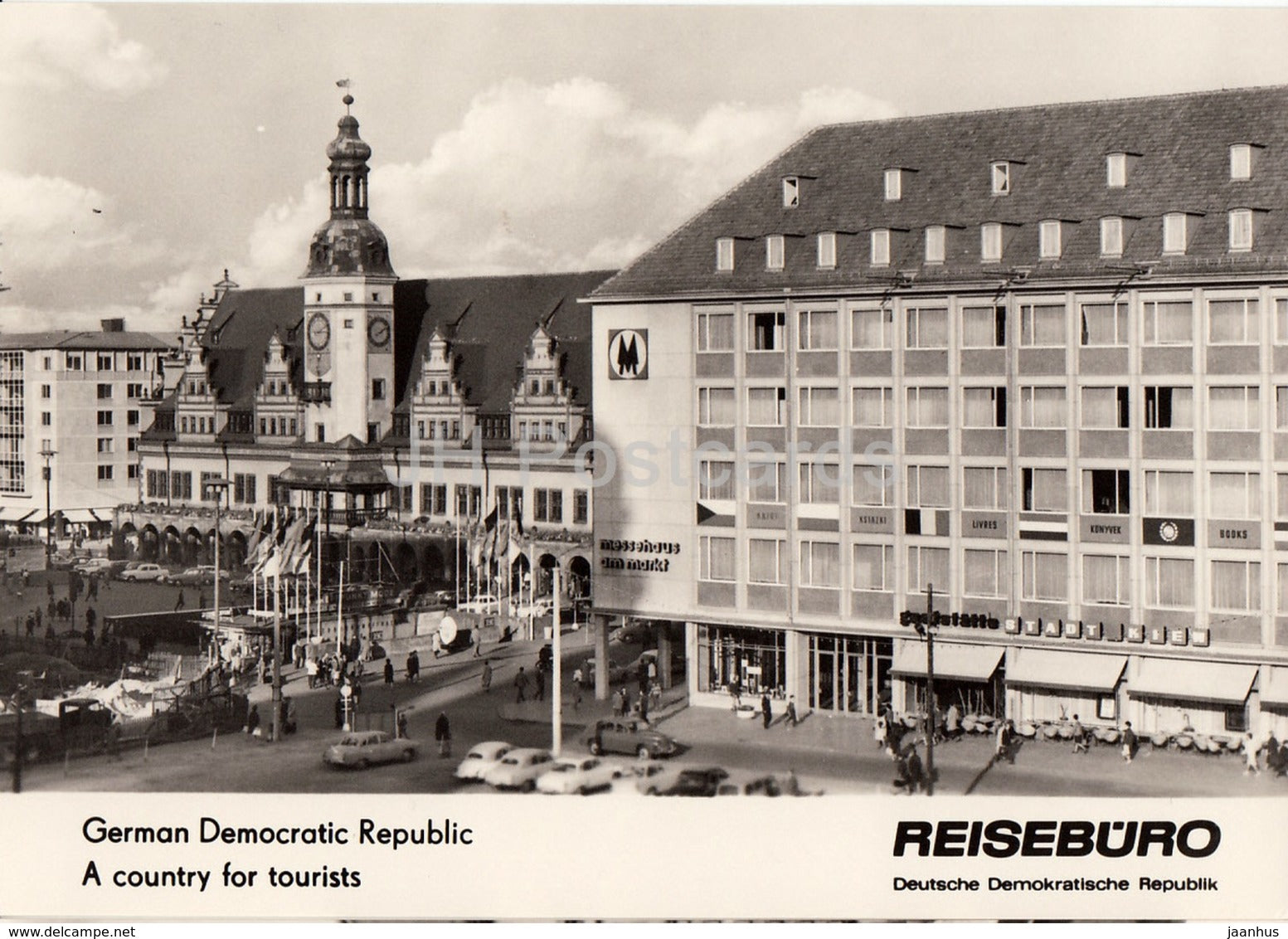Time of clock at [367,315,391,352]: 8:09
